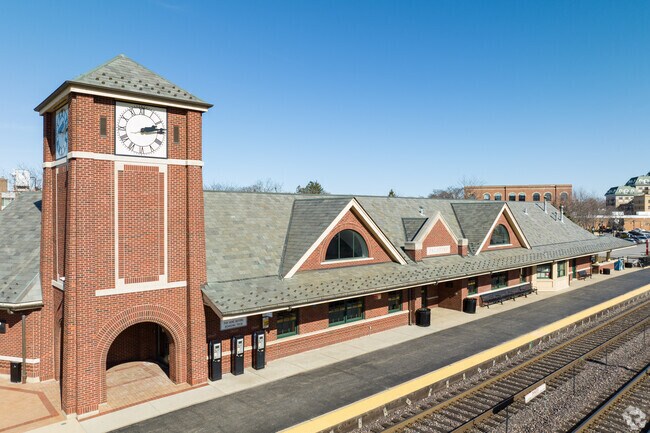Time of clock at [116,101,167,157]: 2:13
